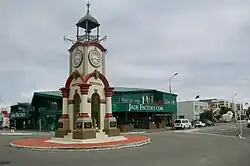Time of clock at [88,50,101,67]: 3:42
